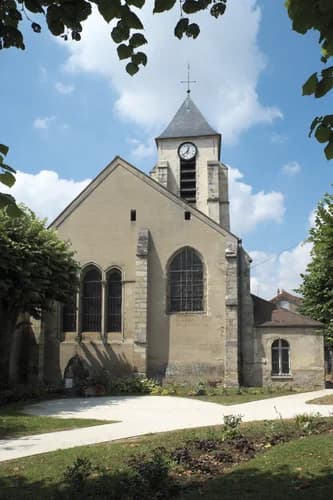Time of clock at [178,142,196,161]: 12:38
